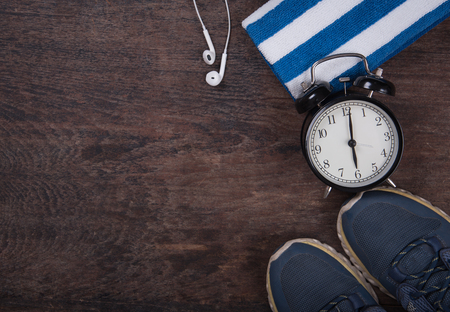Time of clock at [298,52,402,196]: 6:01
